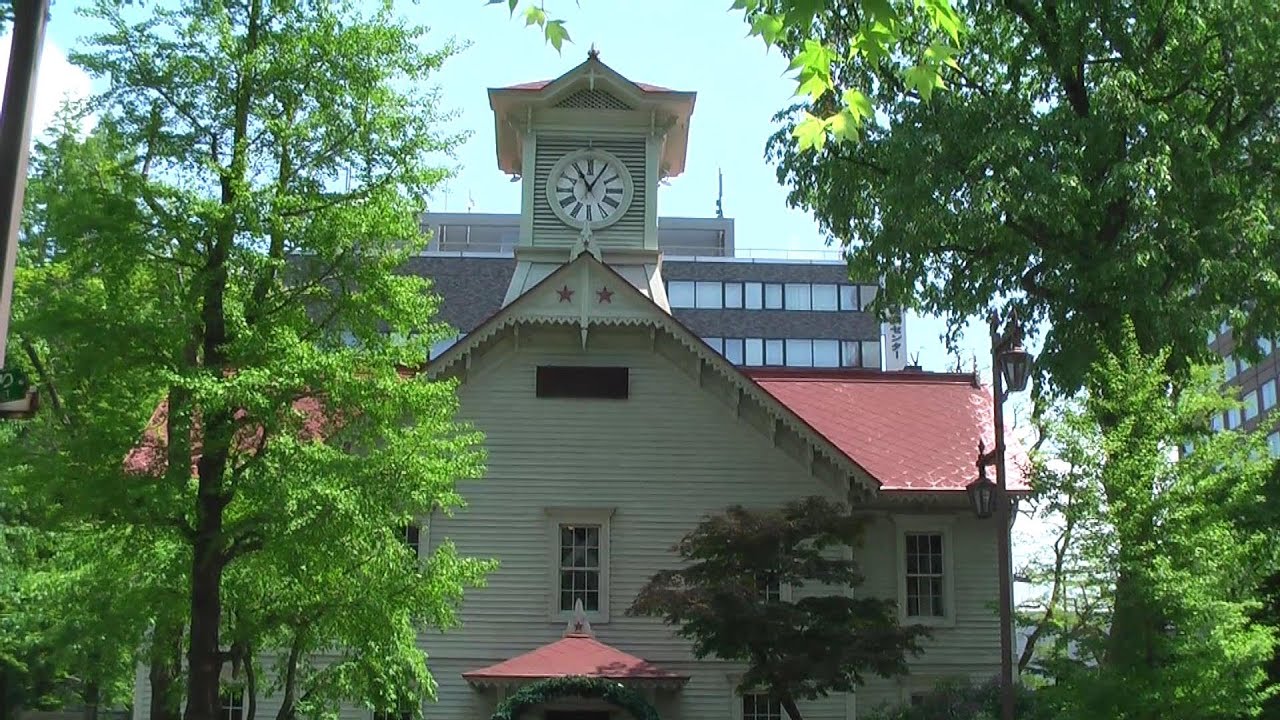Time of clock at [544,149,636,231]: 11:05
